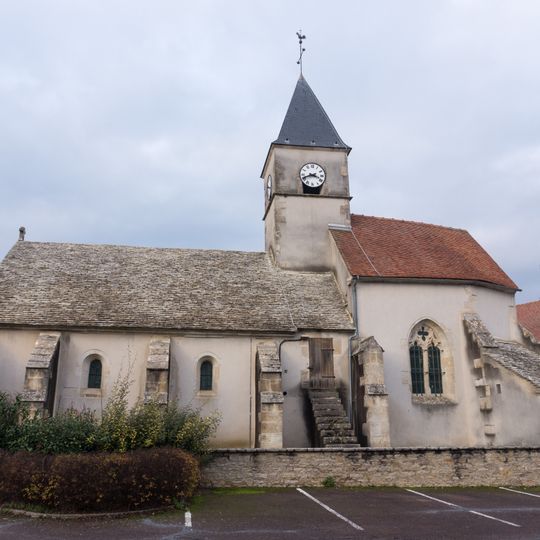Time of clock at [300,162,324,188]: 3:41
